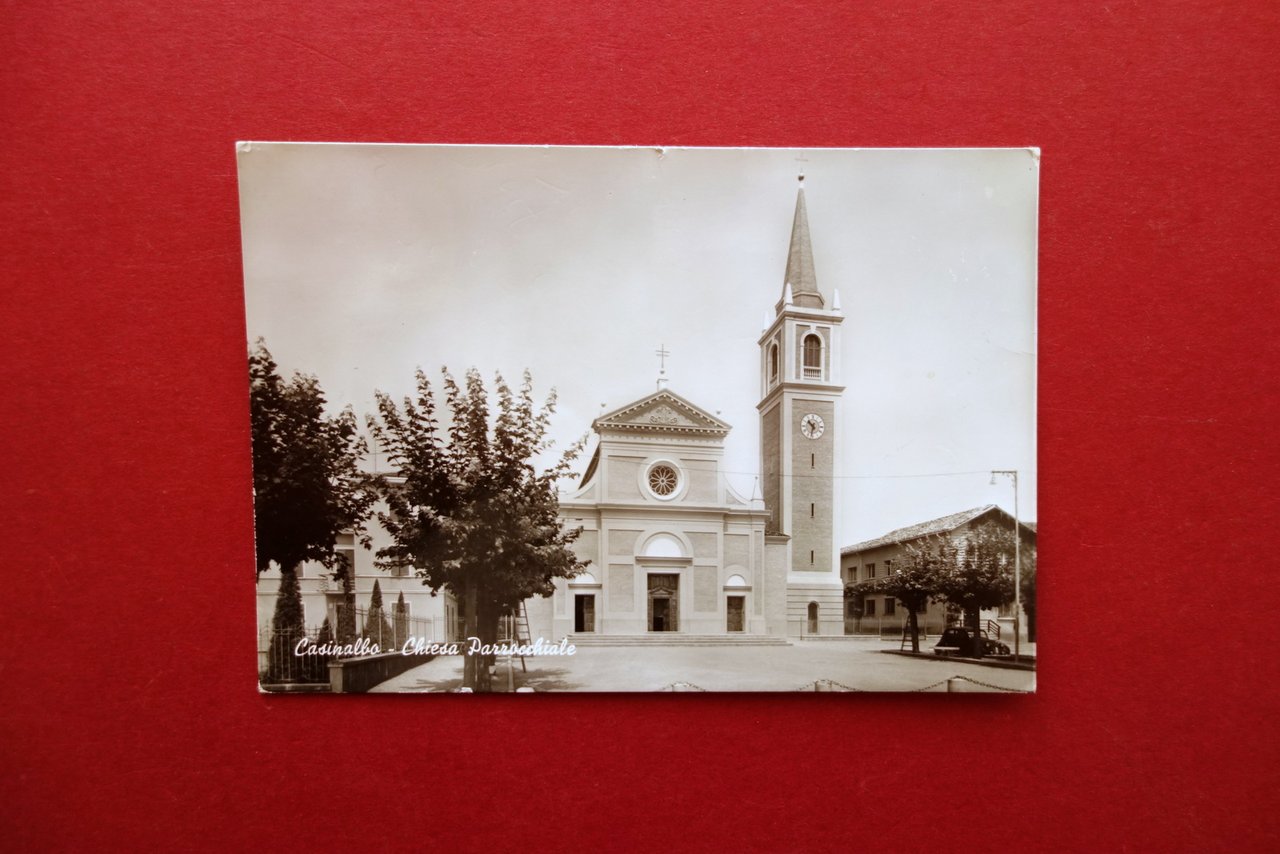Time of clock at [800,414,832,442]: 10:32
